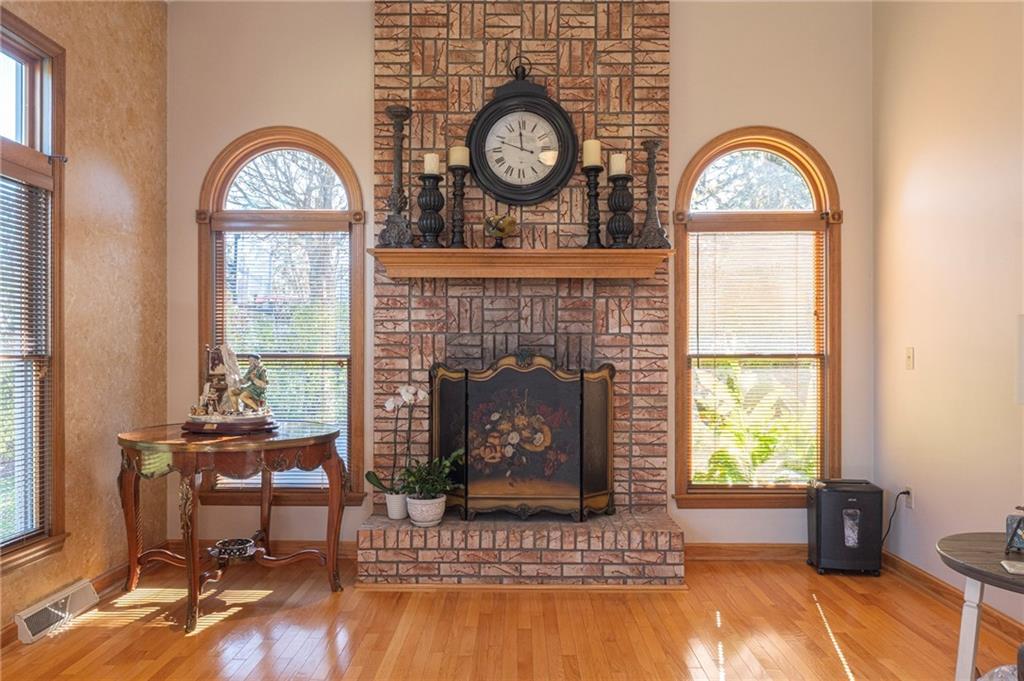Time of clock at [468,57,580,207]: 11:48
